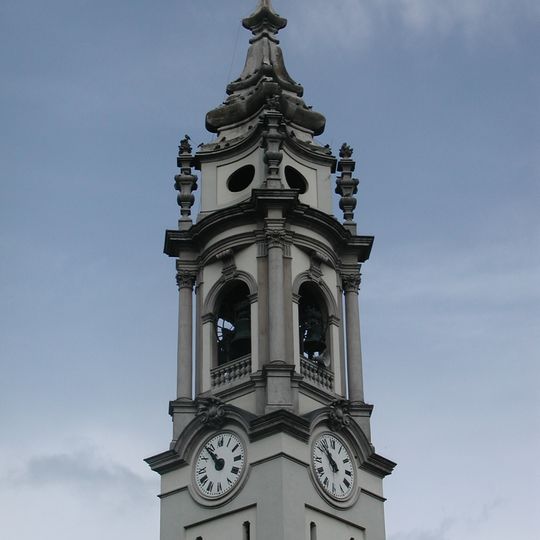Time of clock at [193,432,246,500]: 10:53
